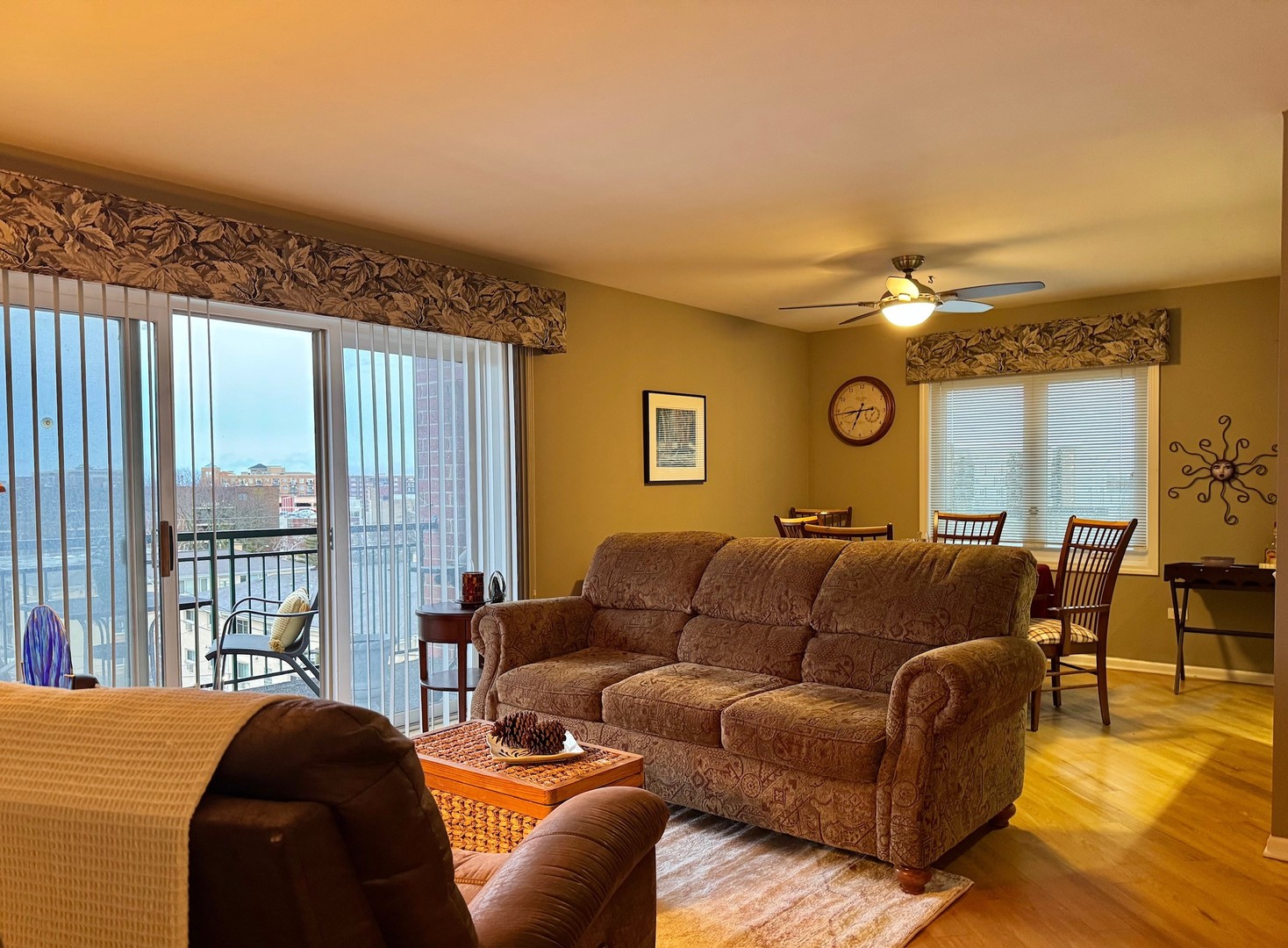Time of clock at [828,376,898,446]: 6:43
